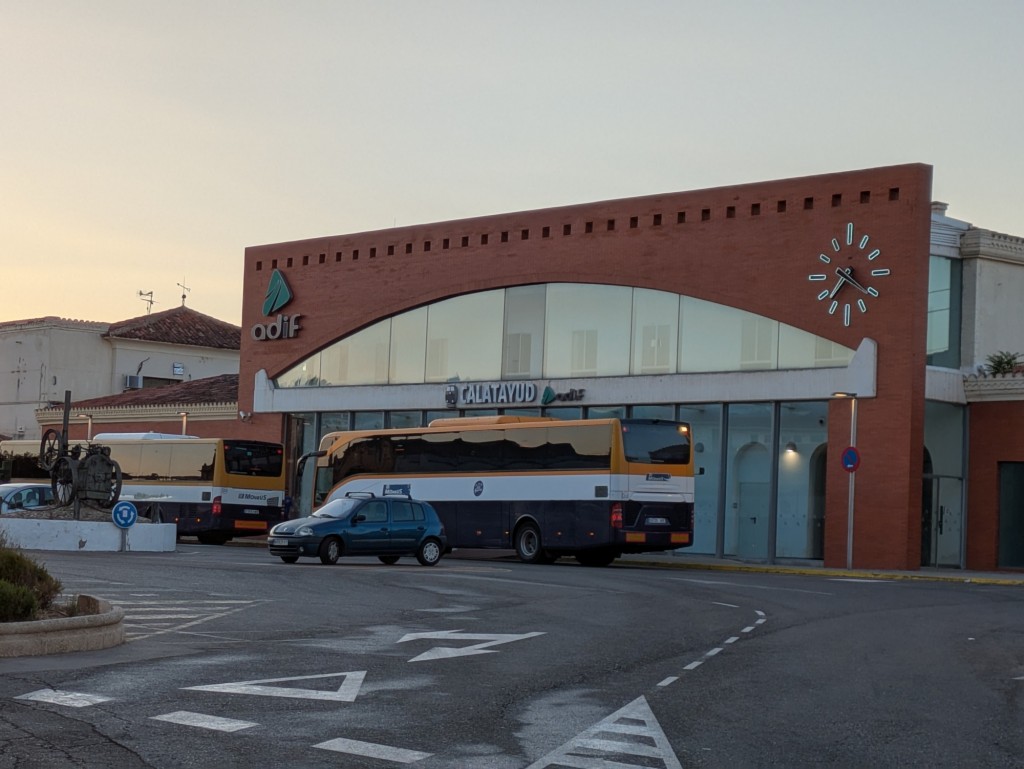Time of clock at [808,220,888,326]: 7:20
